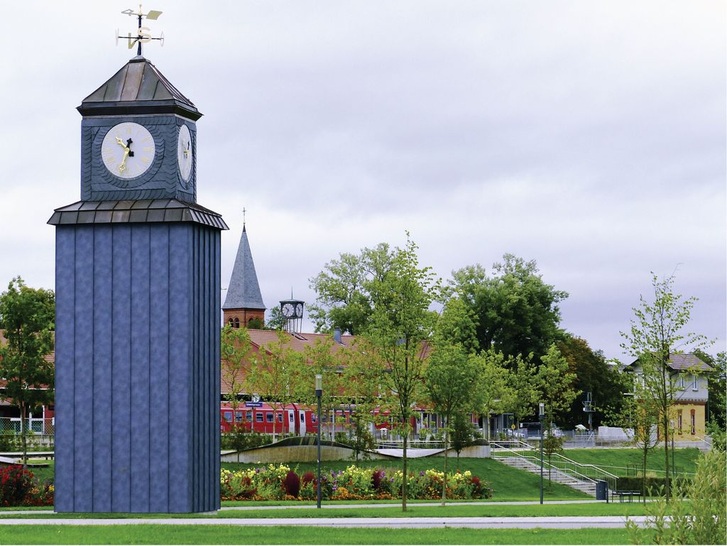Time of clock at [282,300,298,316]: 10:34
